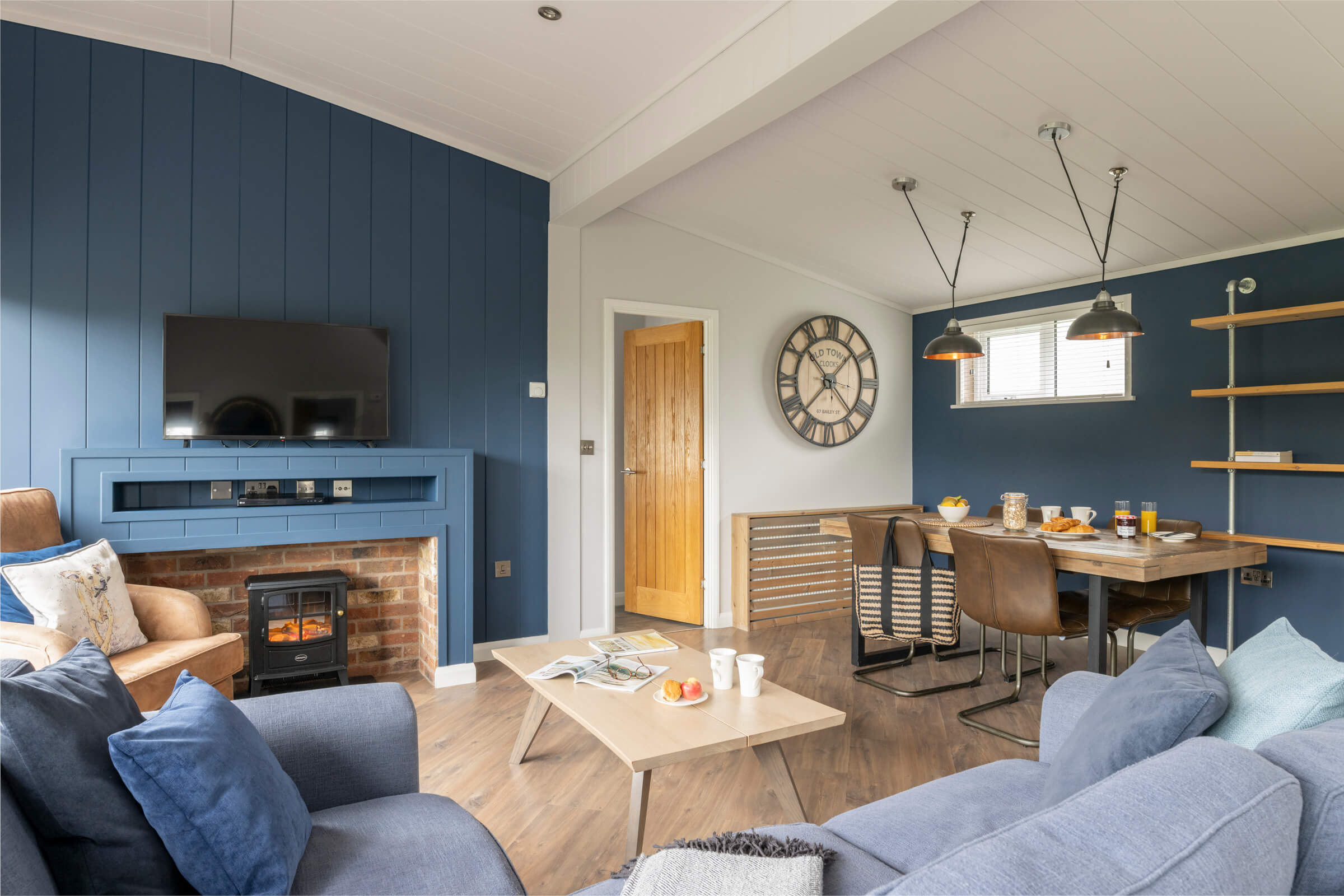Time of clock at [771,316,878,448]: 1:37
